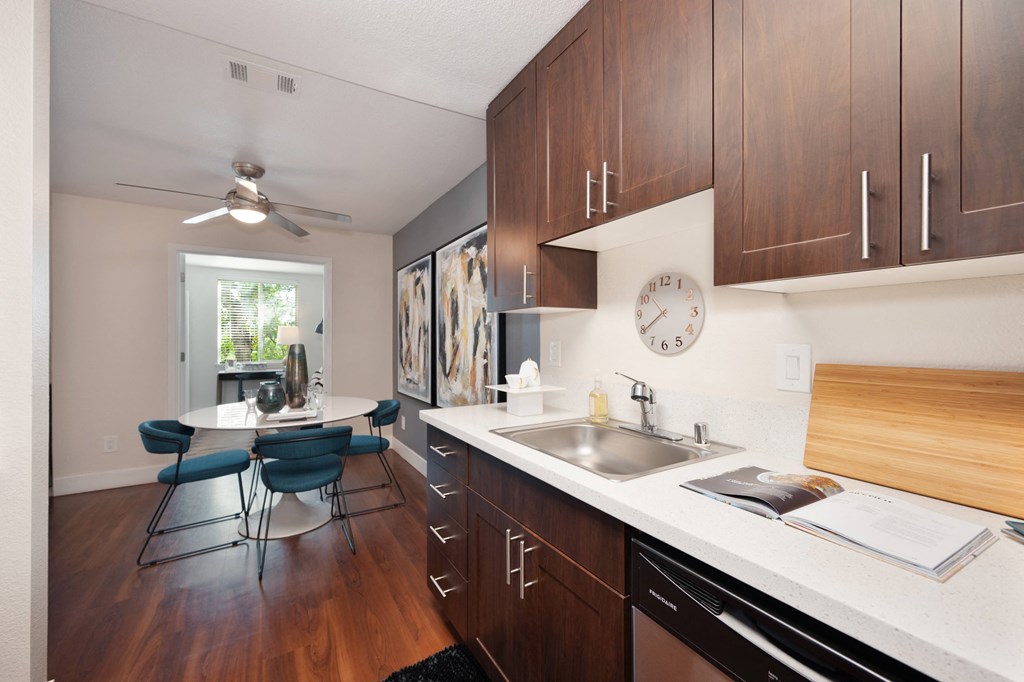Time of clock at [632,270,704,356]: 10:39
